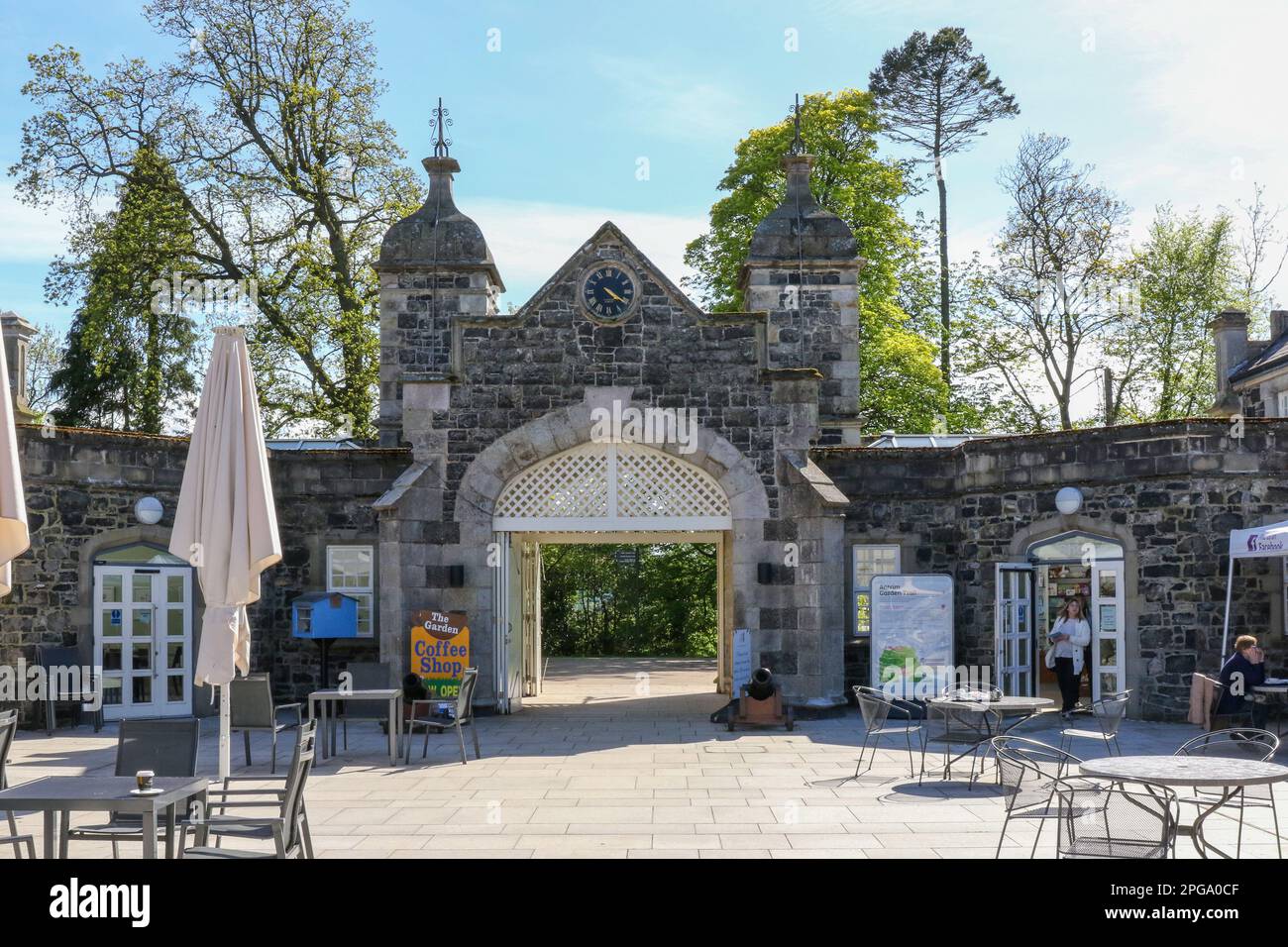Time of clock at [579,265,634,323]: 4:20
